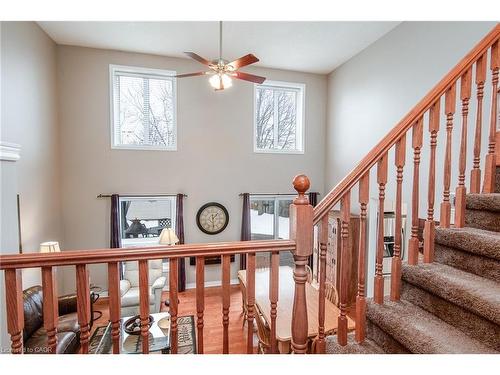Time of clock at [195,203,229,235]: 1:29
